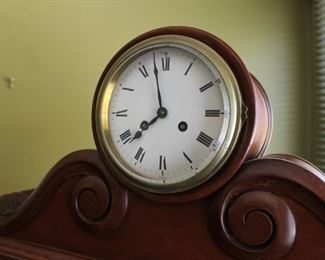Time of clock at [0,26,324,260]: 7:58
